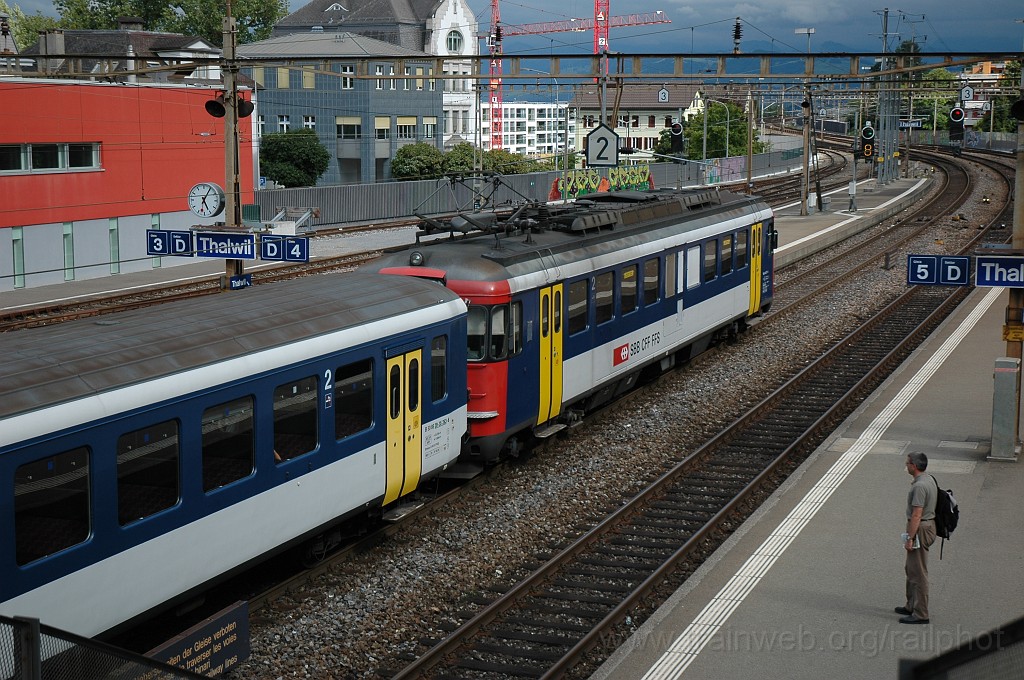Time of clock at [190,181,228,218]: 5:05
